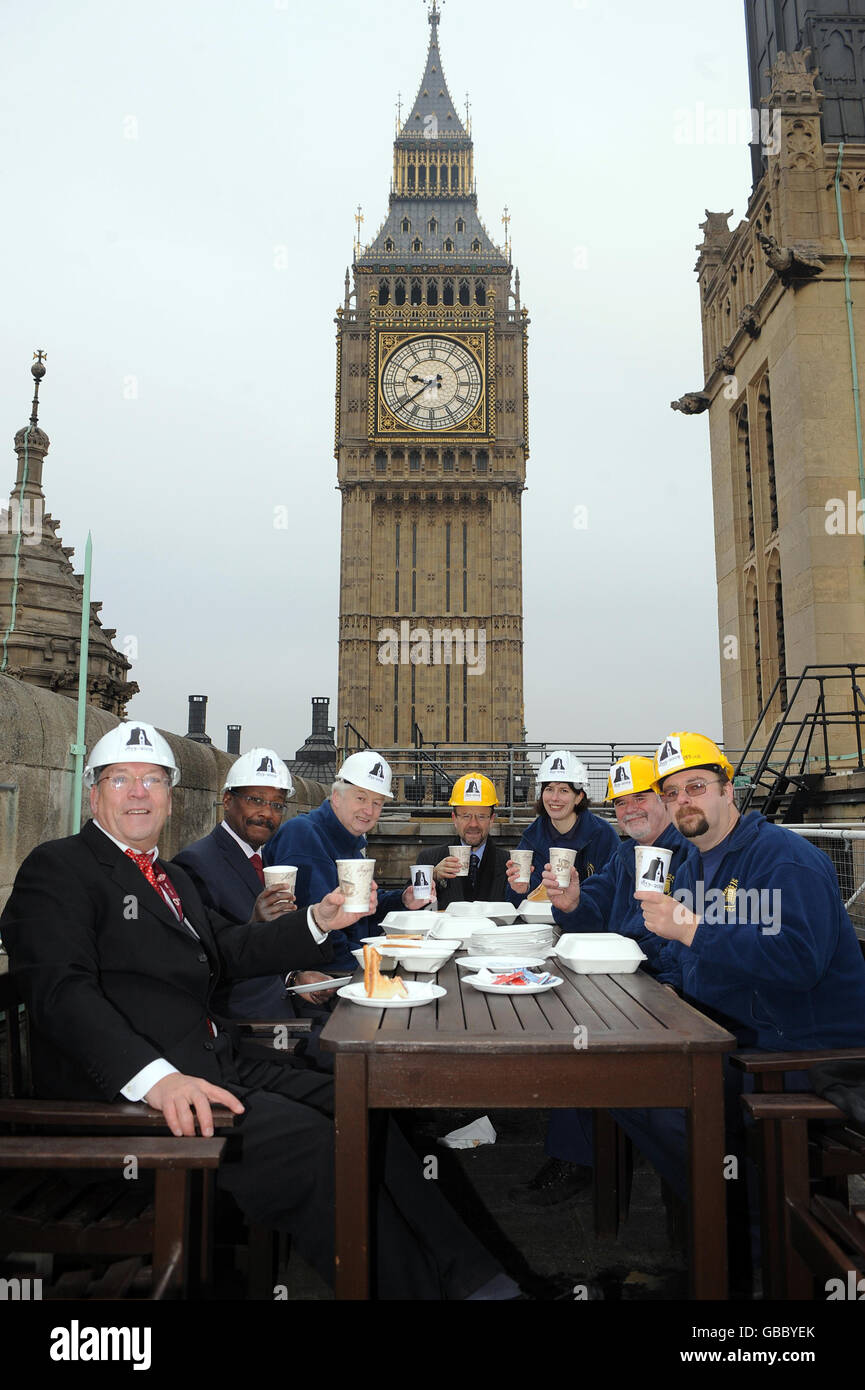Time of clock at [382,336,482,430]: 9:38
